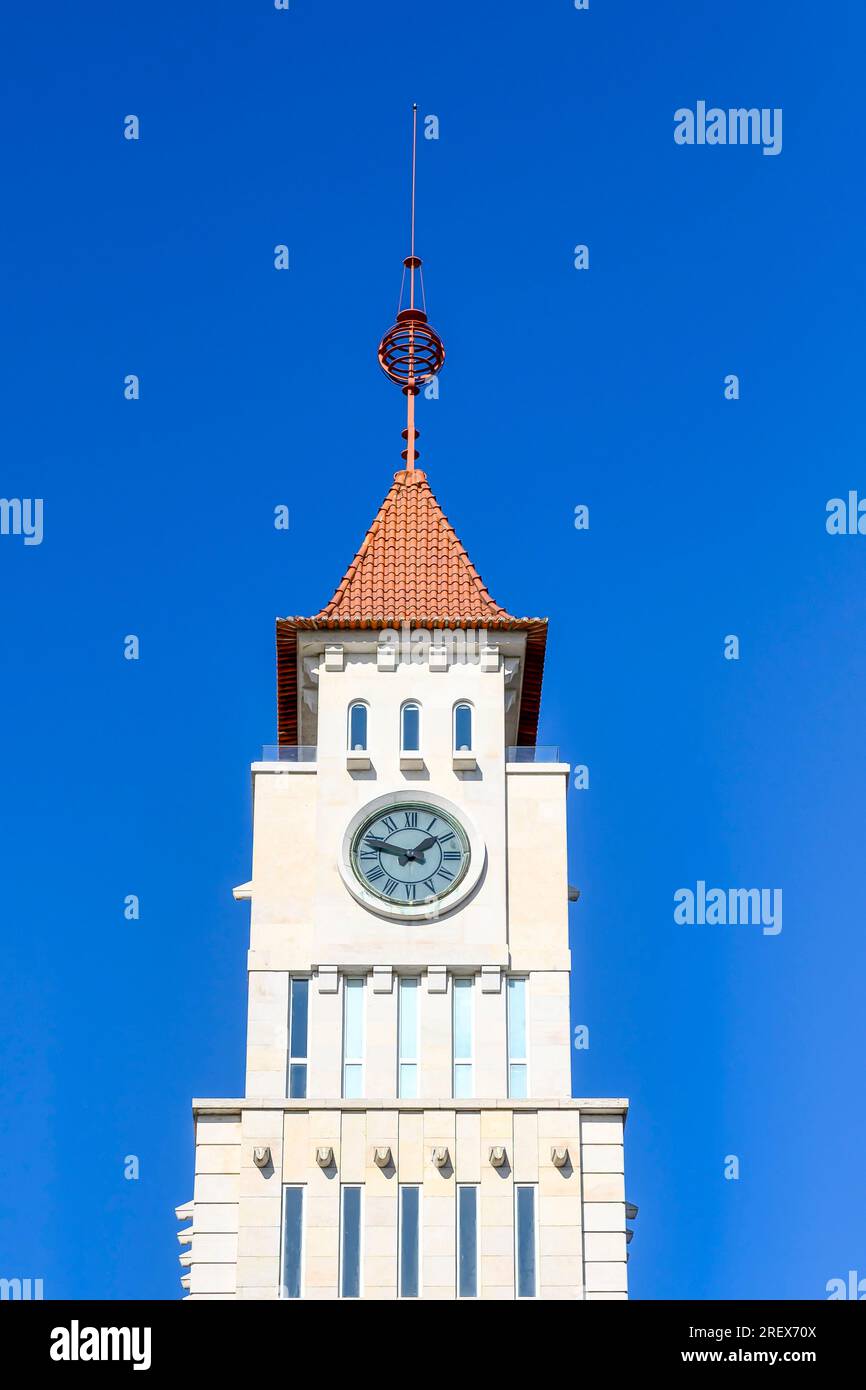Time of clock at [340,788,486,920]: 1:47
